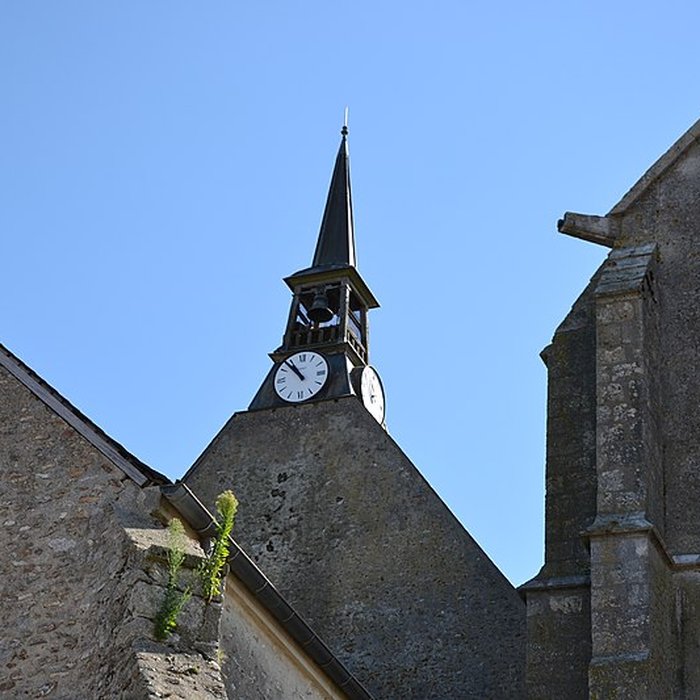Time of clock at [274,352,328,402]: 10:53
